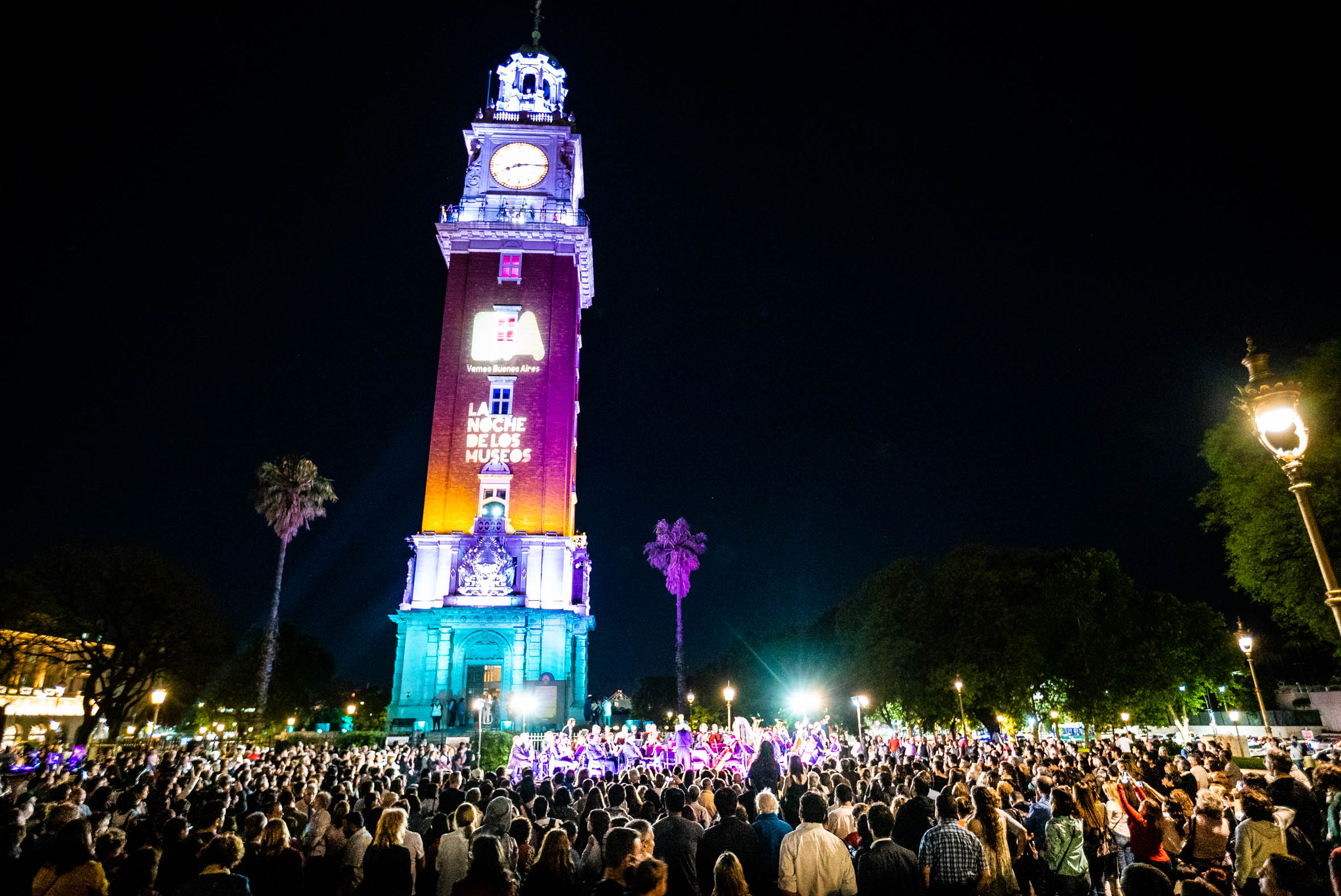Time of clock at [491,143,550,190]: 8:14
